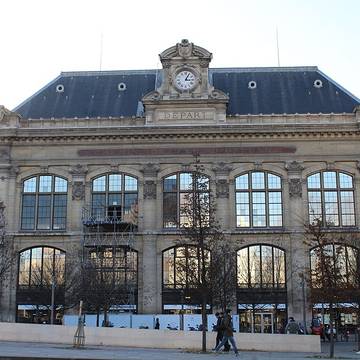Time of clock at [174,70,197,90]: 3:04
